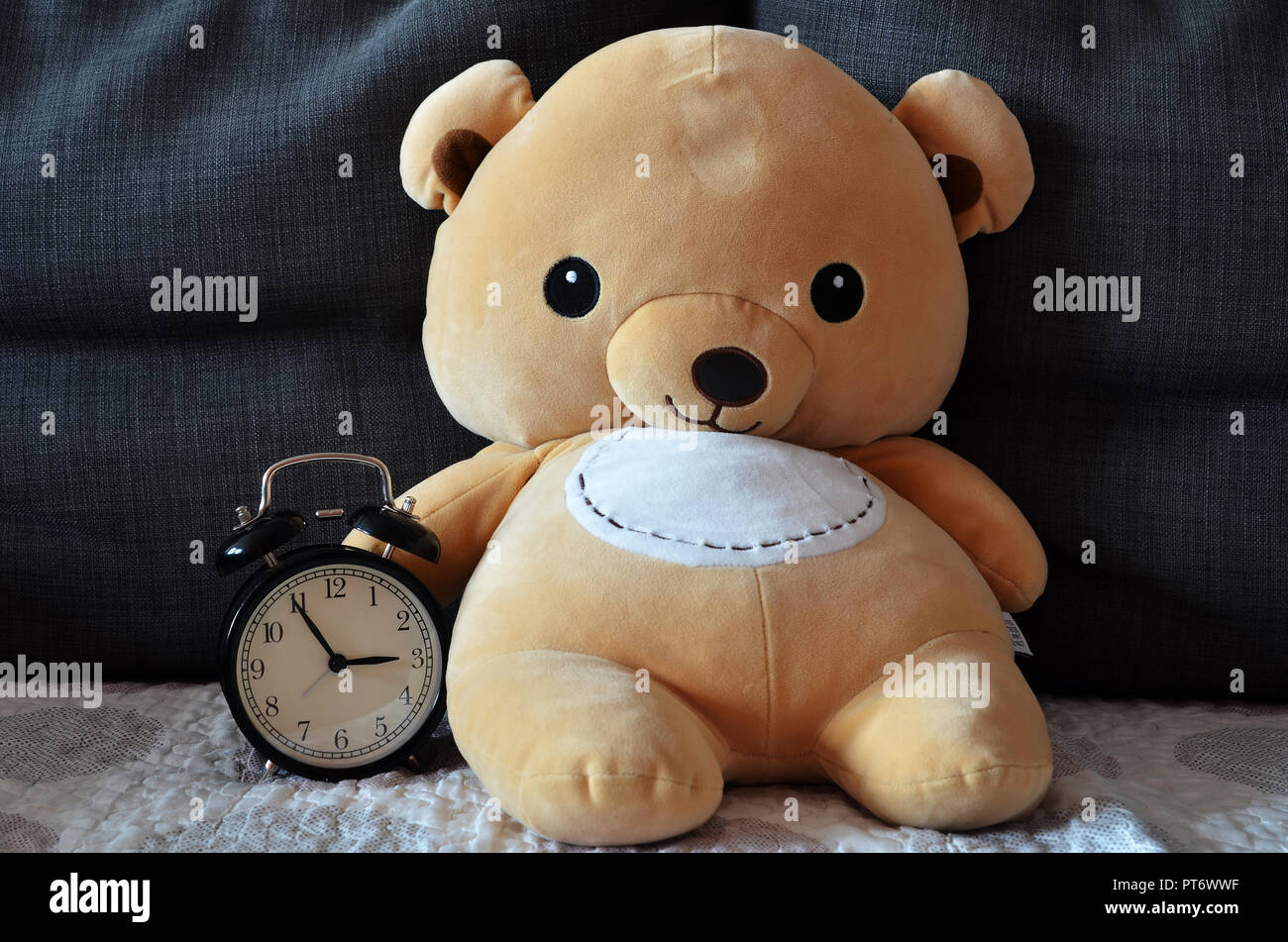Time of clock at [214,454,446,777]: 2:54
